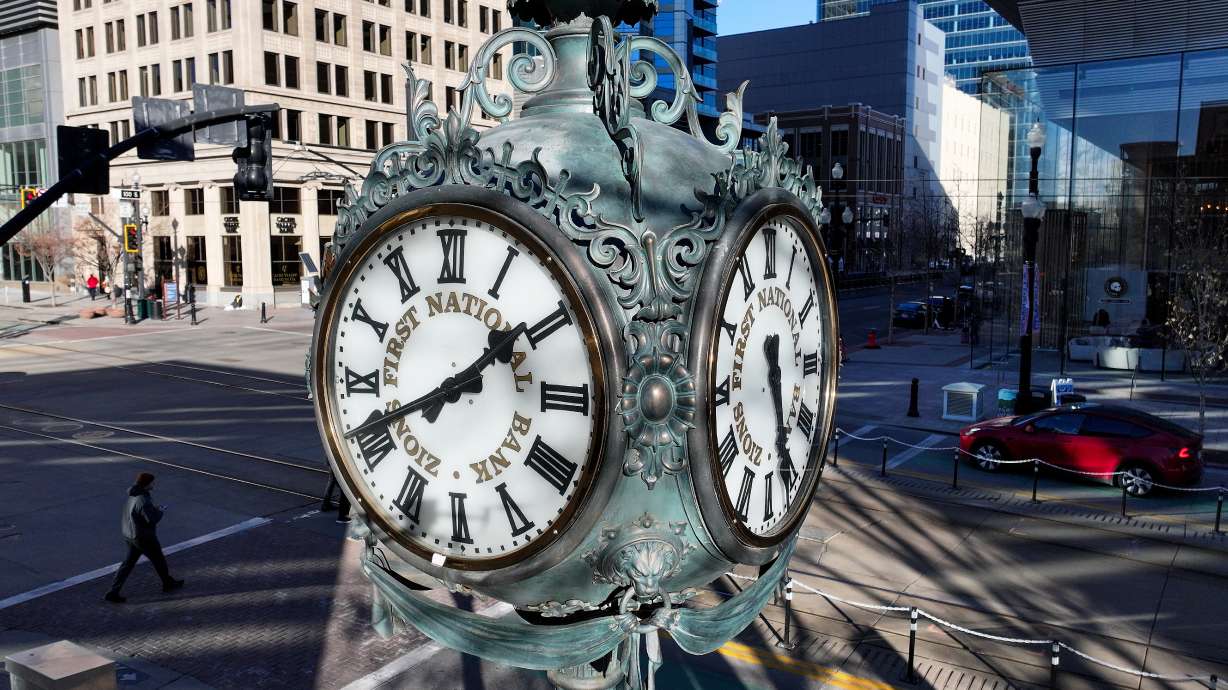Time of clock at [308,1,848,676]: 1:41
